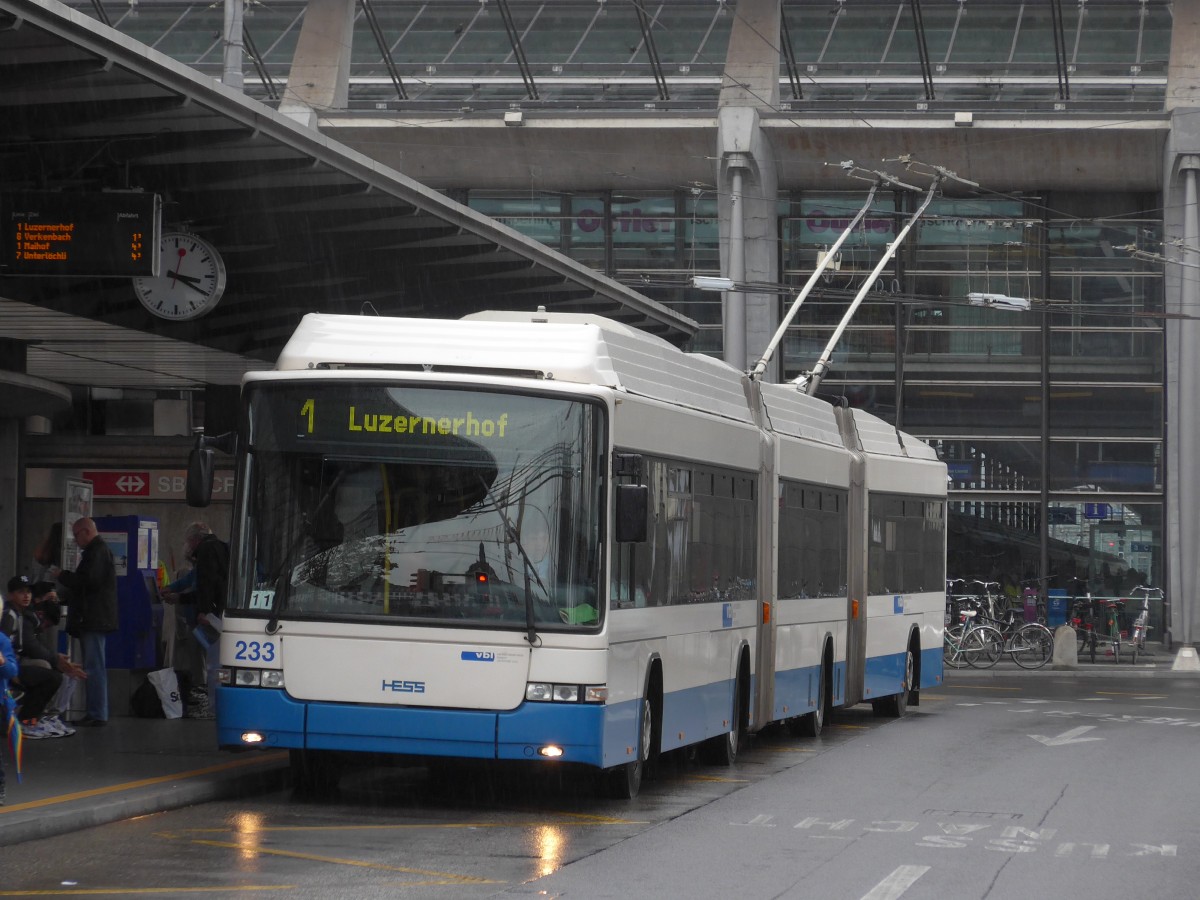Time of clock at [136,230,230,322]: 3:20
